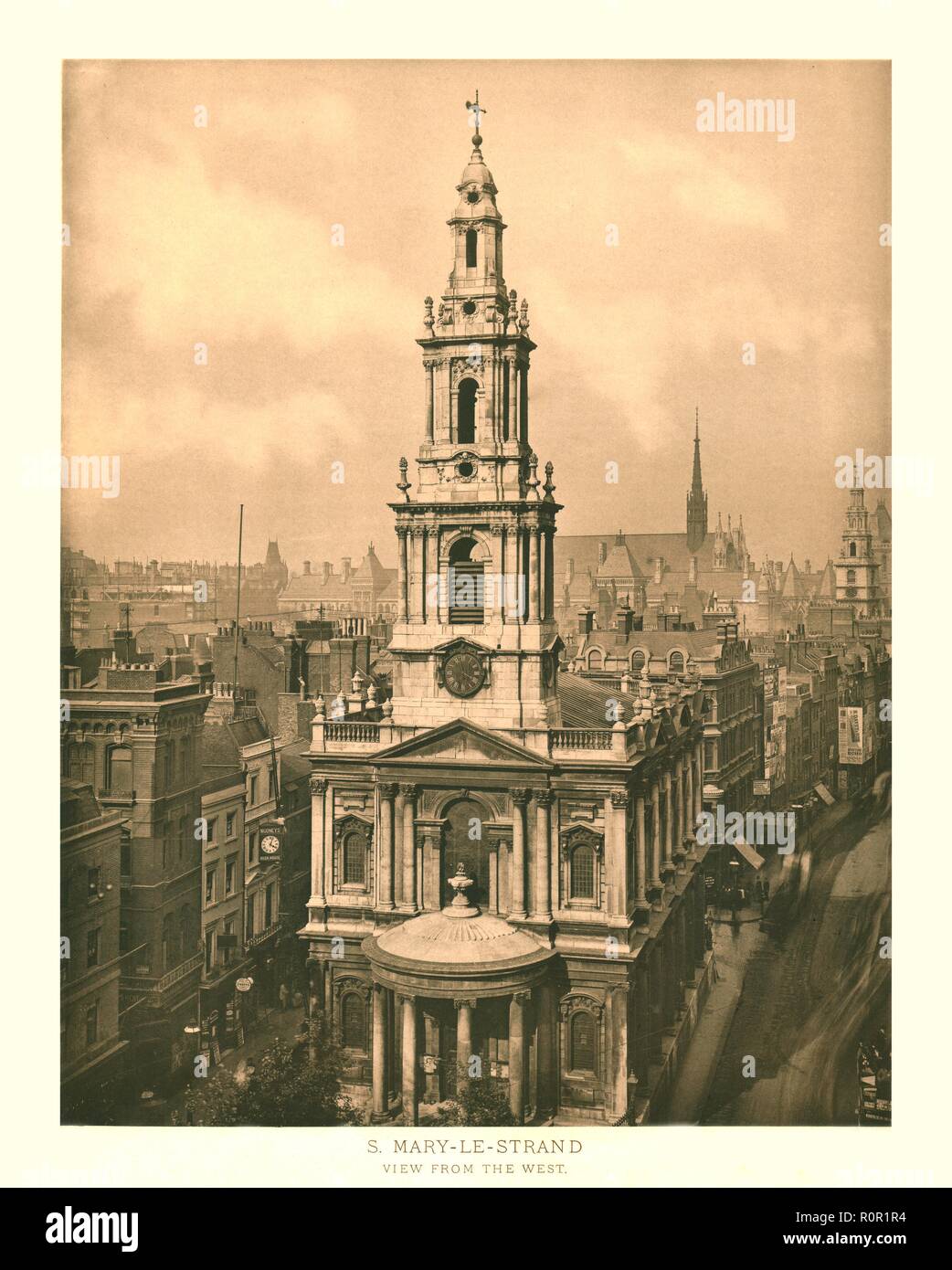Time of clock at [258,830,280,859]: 4:03
